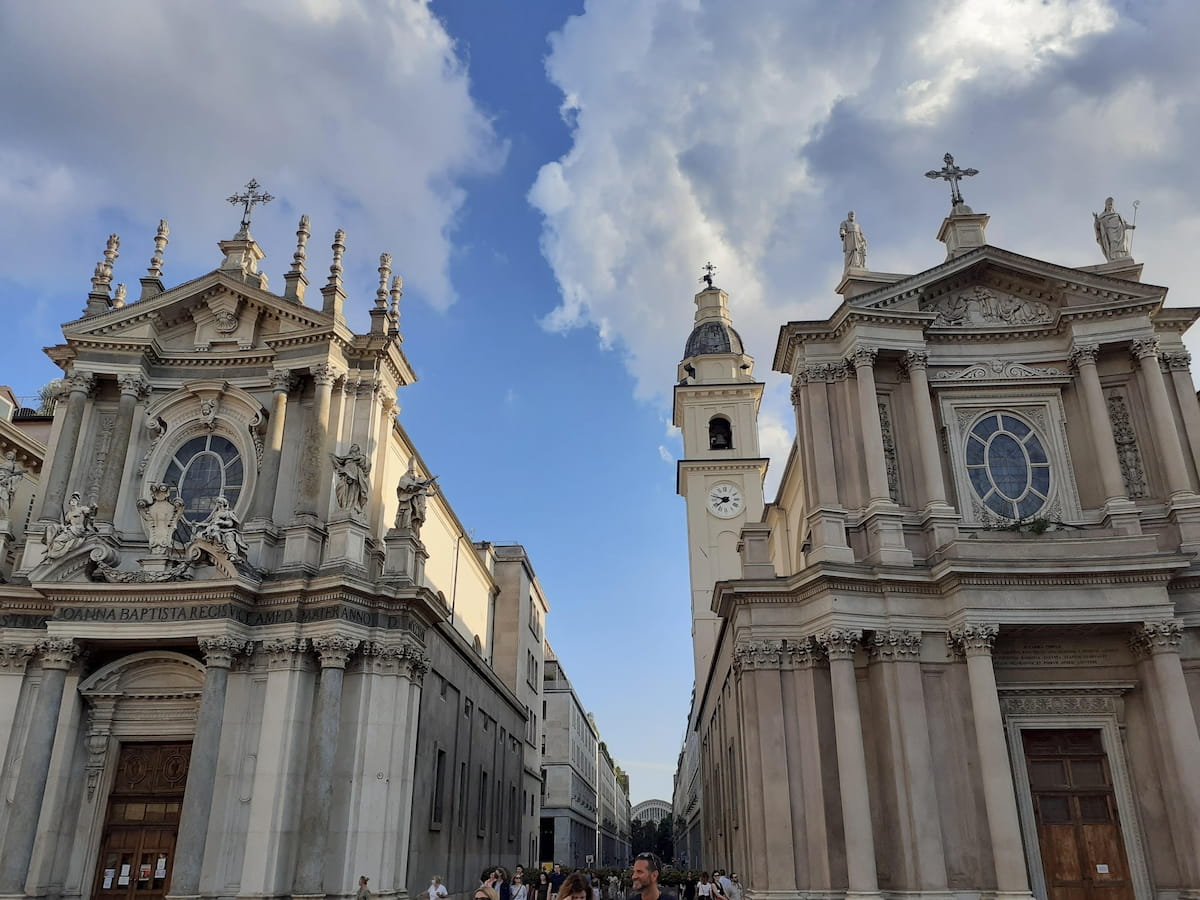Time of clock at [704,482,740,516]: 7:47
